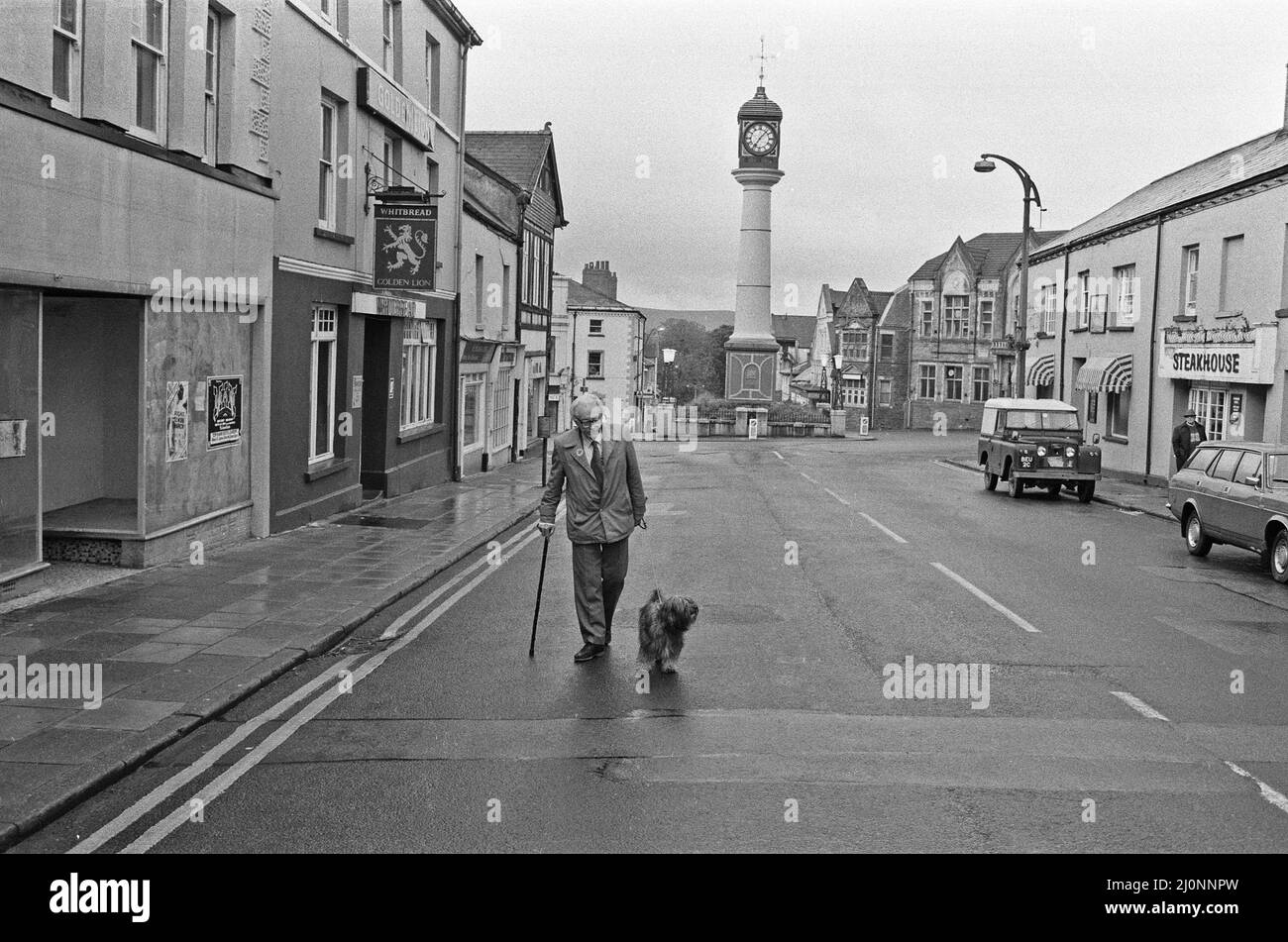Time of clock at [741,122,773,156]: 7:07
